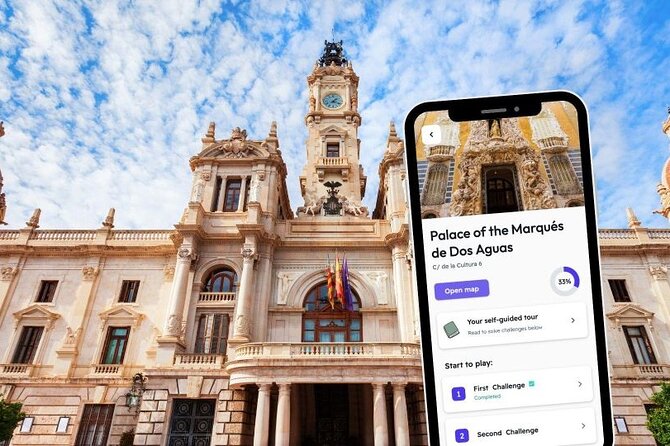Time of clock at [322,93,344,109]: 1:18
